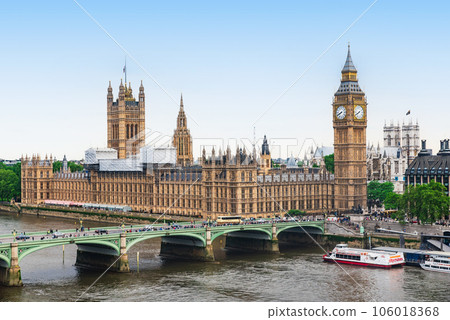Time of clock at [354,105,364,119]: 7:39
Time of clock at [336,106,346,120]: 7:40
